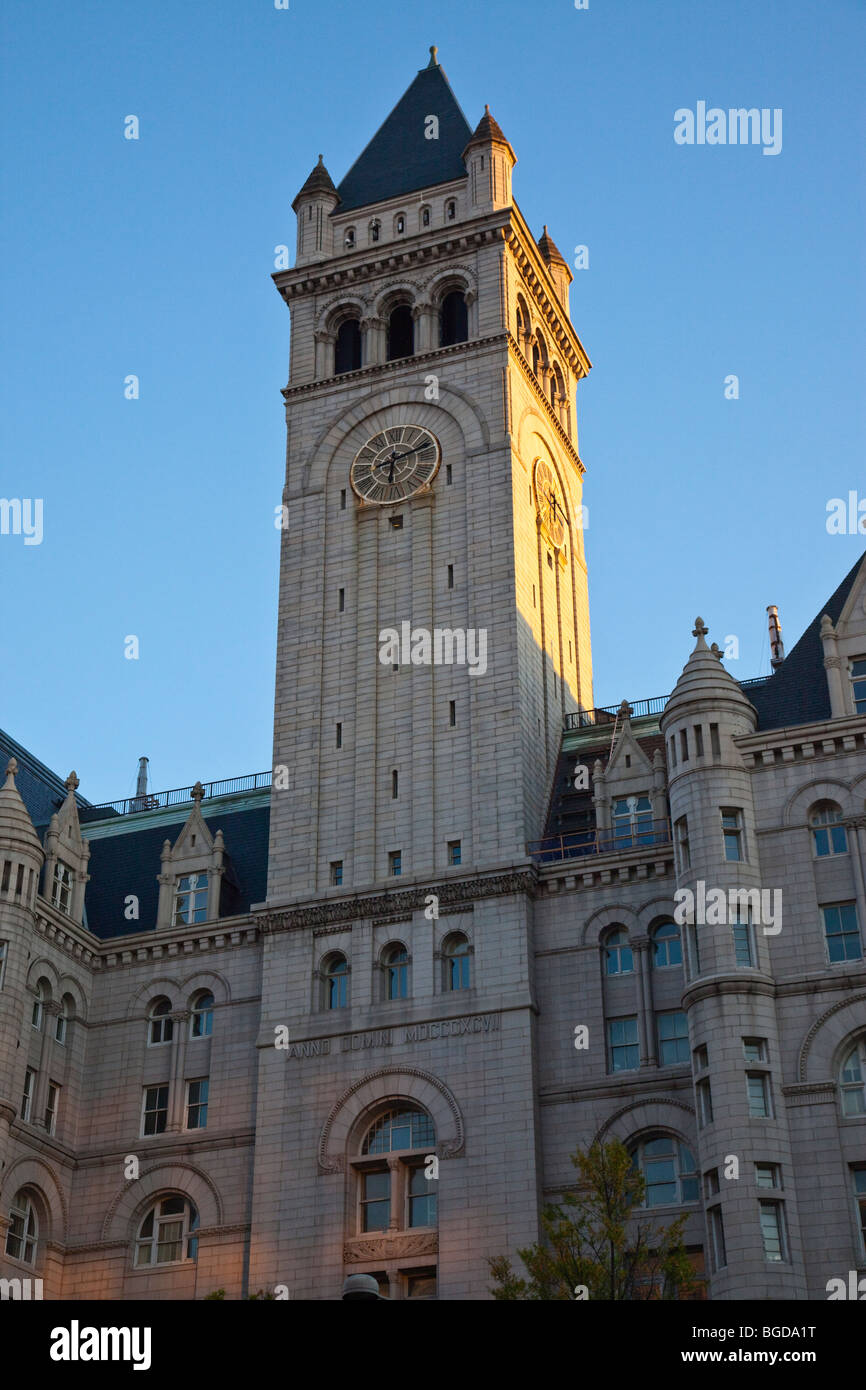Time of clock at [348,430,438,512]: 6:11
